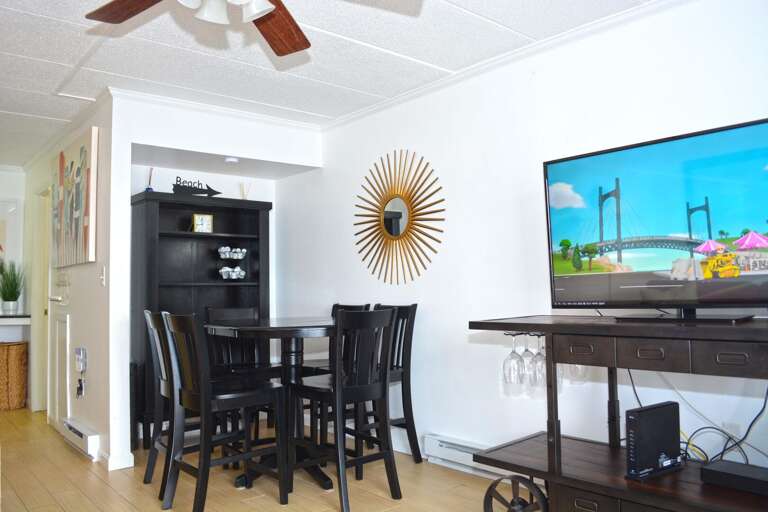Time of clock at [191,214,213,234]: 11:42
